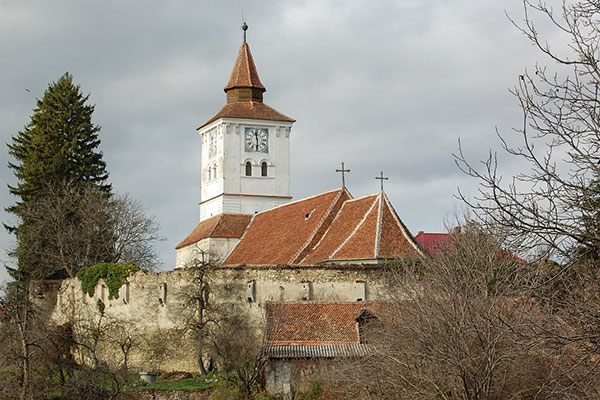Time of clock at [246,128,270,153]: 11:29
